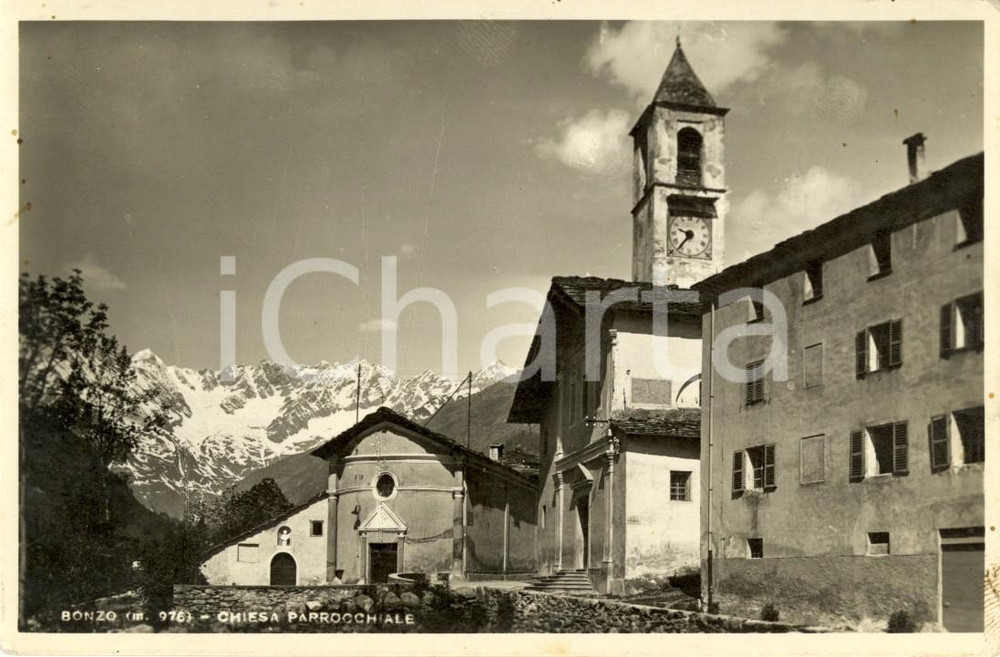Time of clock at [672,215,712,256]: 9:36
